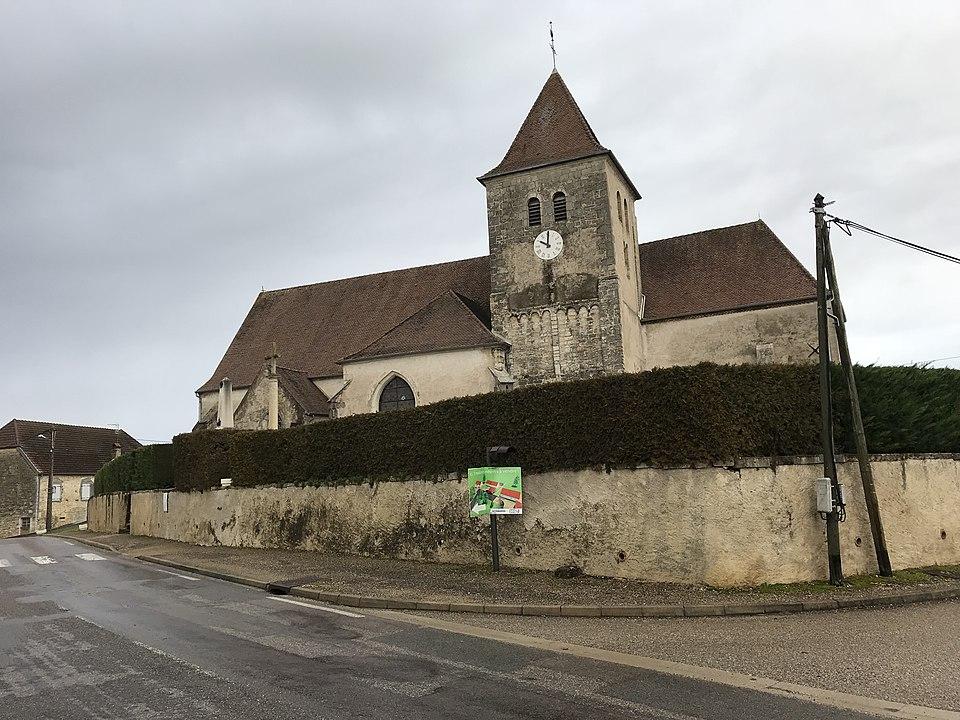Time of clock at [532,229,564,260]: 10:00
